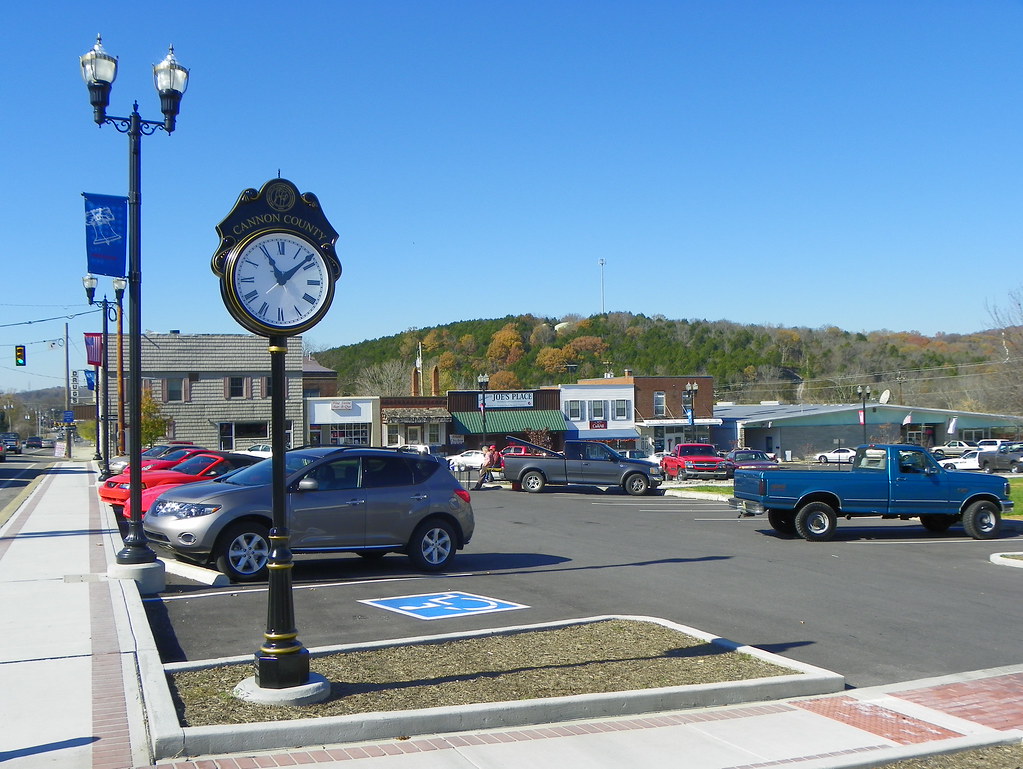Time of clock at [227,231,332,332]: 11:08
